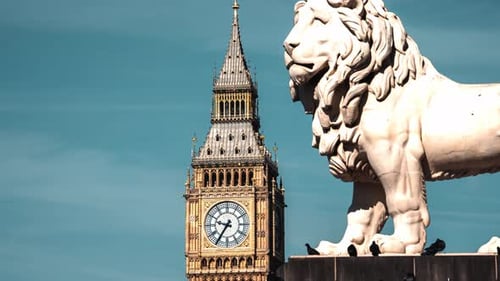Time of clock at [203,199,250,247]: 9:35
